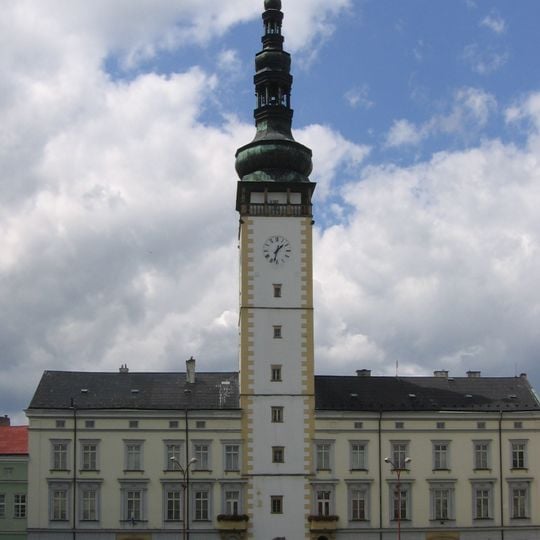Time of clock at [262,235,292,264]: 1:32
